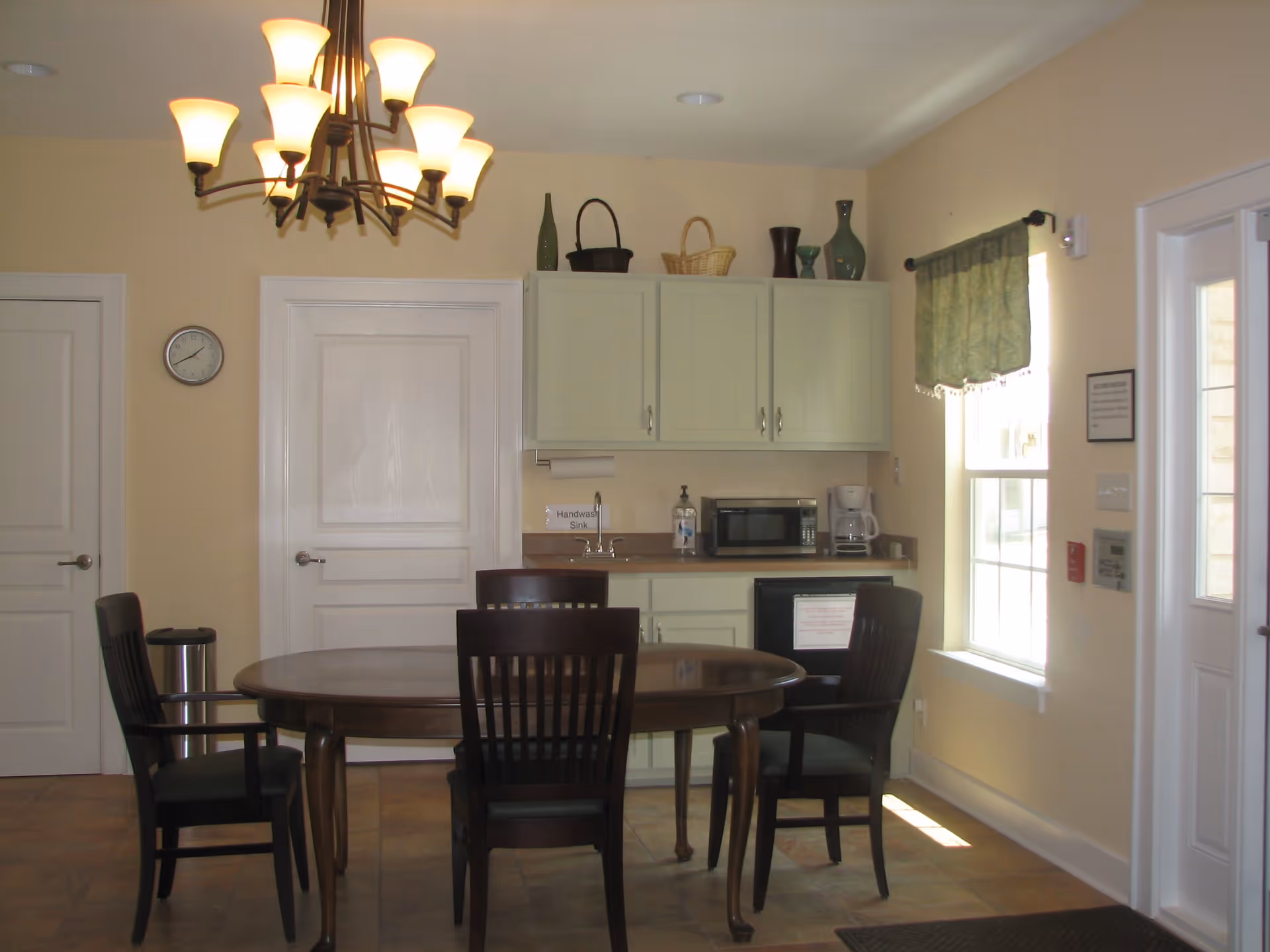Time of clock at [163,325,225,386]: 1:40
